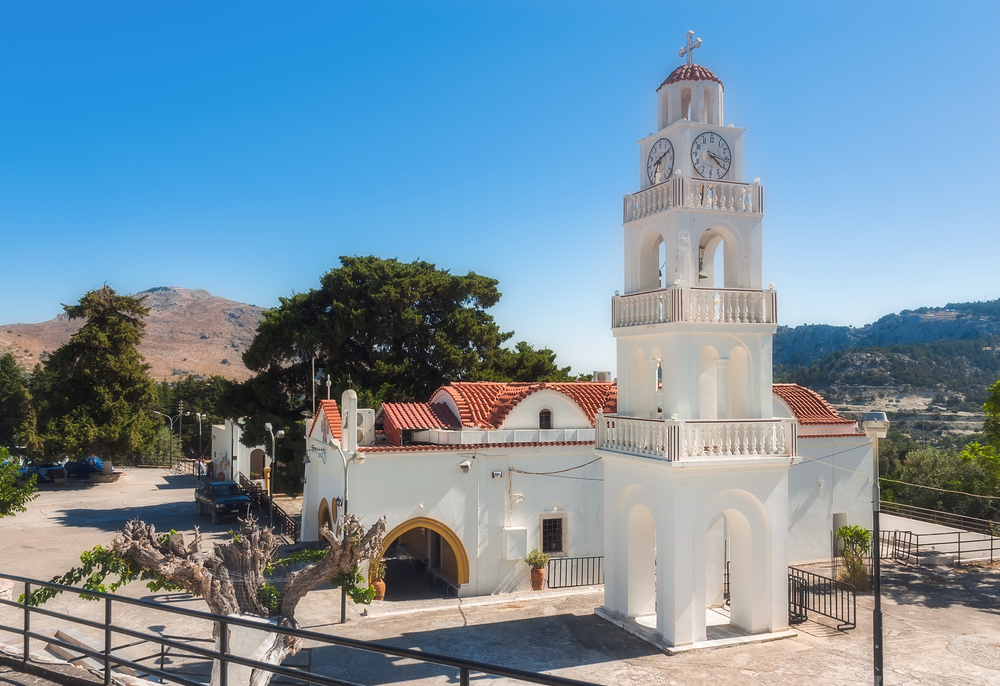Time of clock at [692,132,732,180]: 4:16
